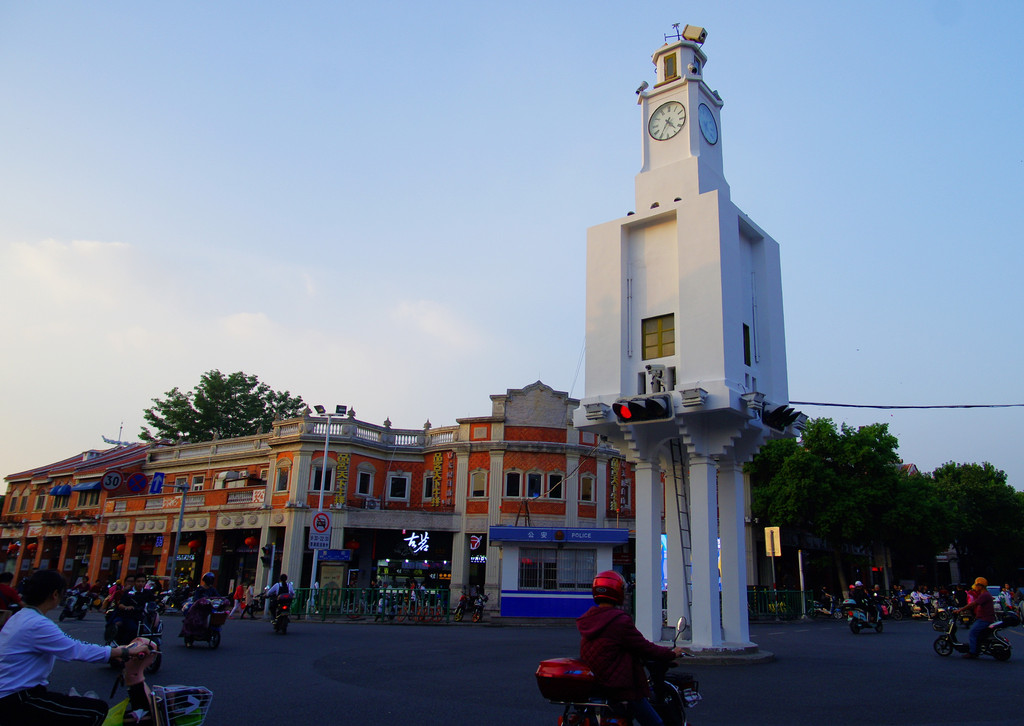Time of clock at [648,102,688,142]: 4:35
